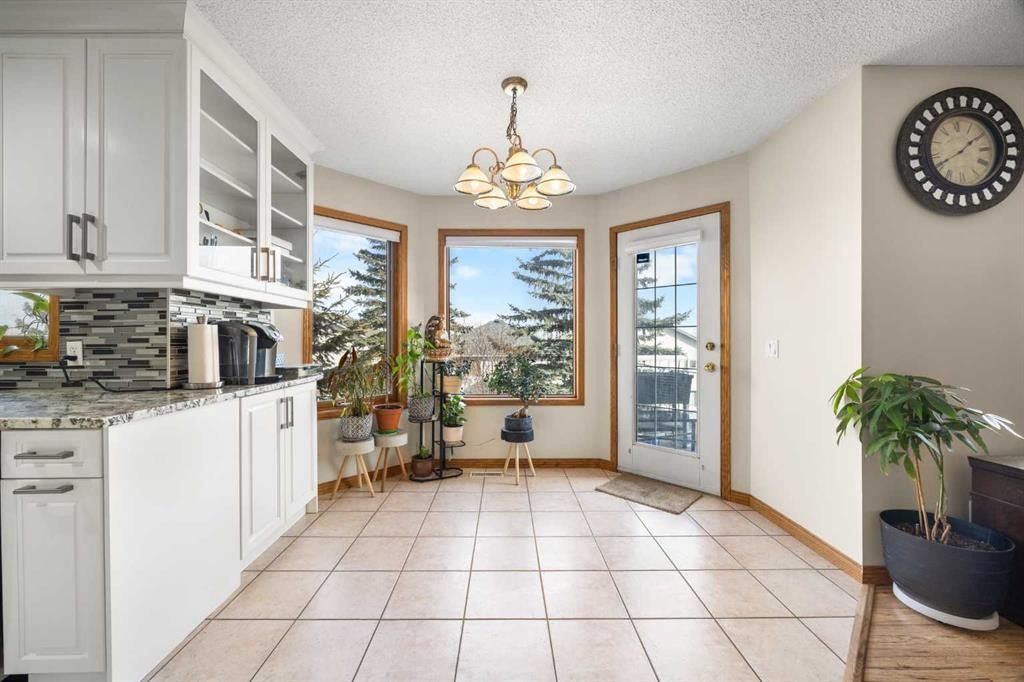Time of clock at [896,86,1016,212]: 1:39
